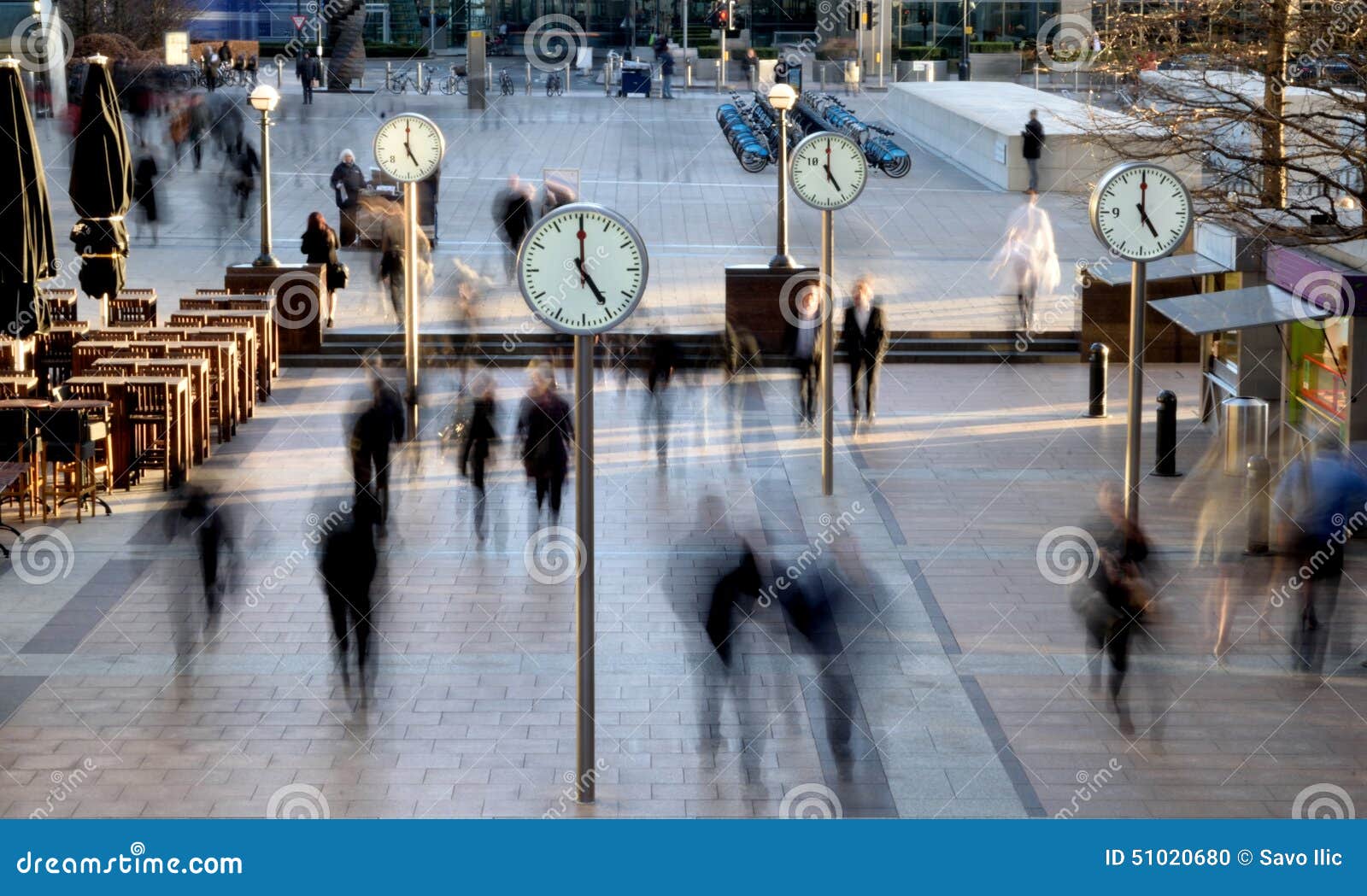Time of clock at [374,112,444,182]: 5:00
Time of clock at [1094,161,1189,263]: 4:59
